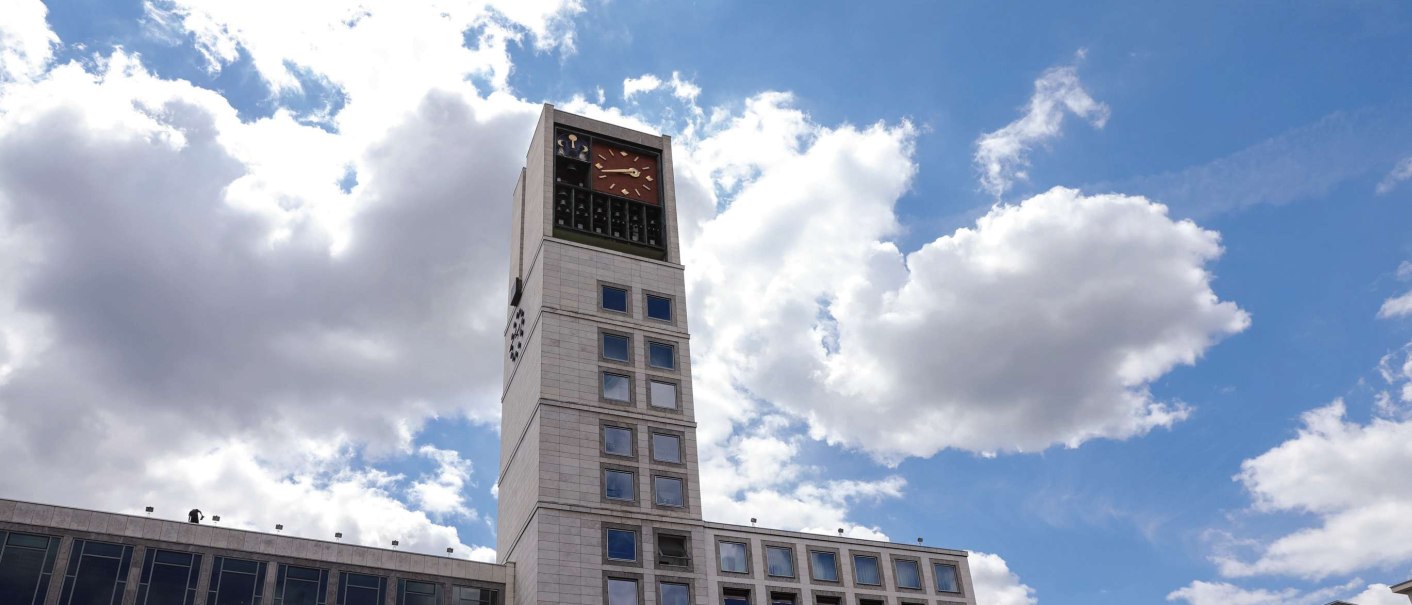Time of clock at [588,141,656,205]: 2:42
